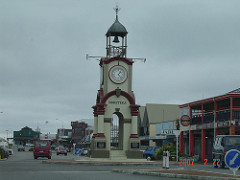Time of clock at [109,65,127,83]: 1:23
